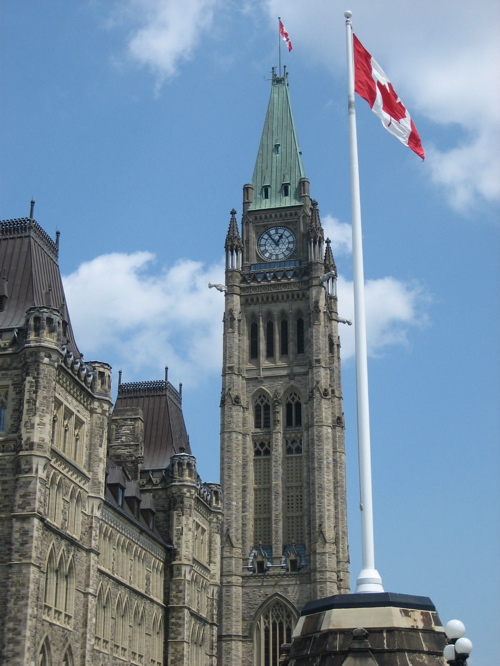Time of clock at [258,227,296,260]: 12:53
